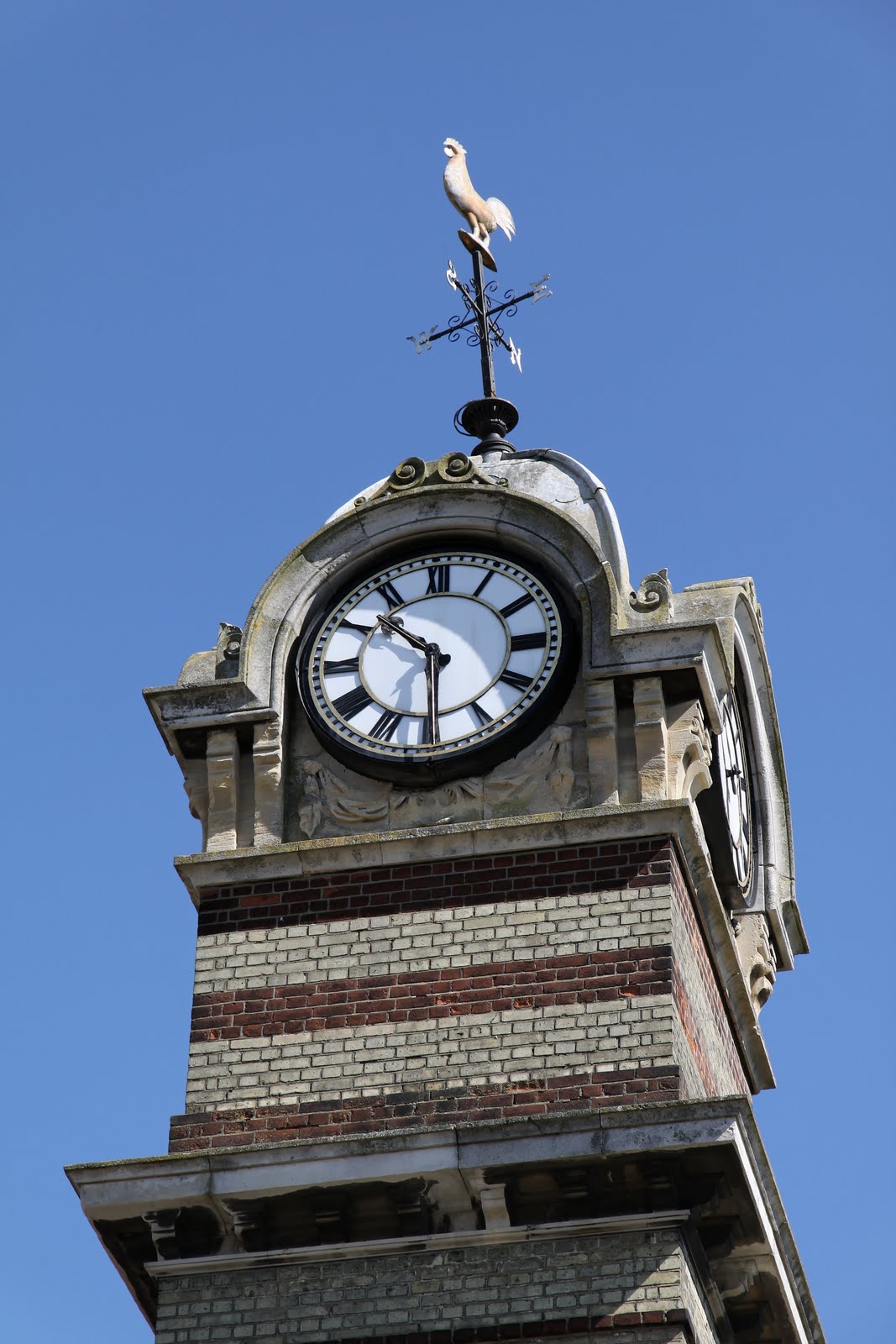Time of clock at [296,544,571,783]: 10:30
